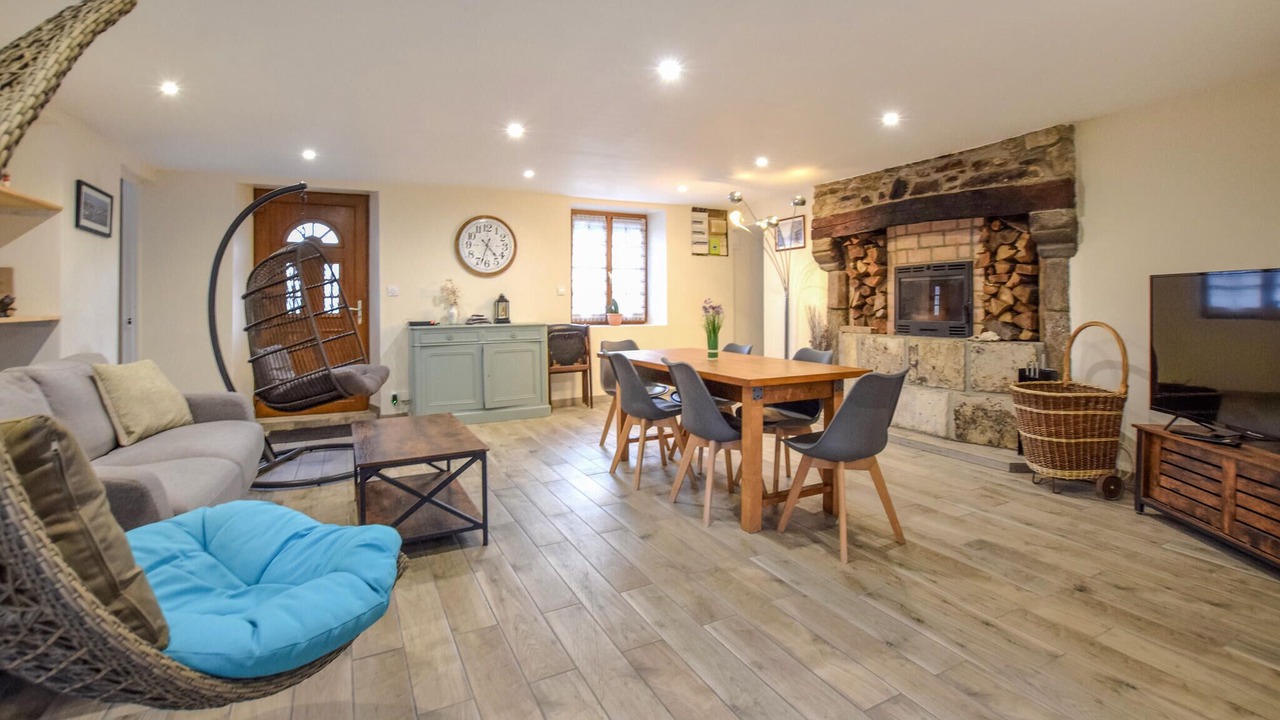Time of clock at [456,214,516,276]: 4:32
